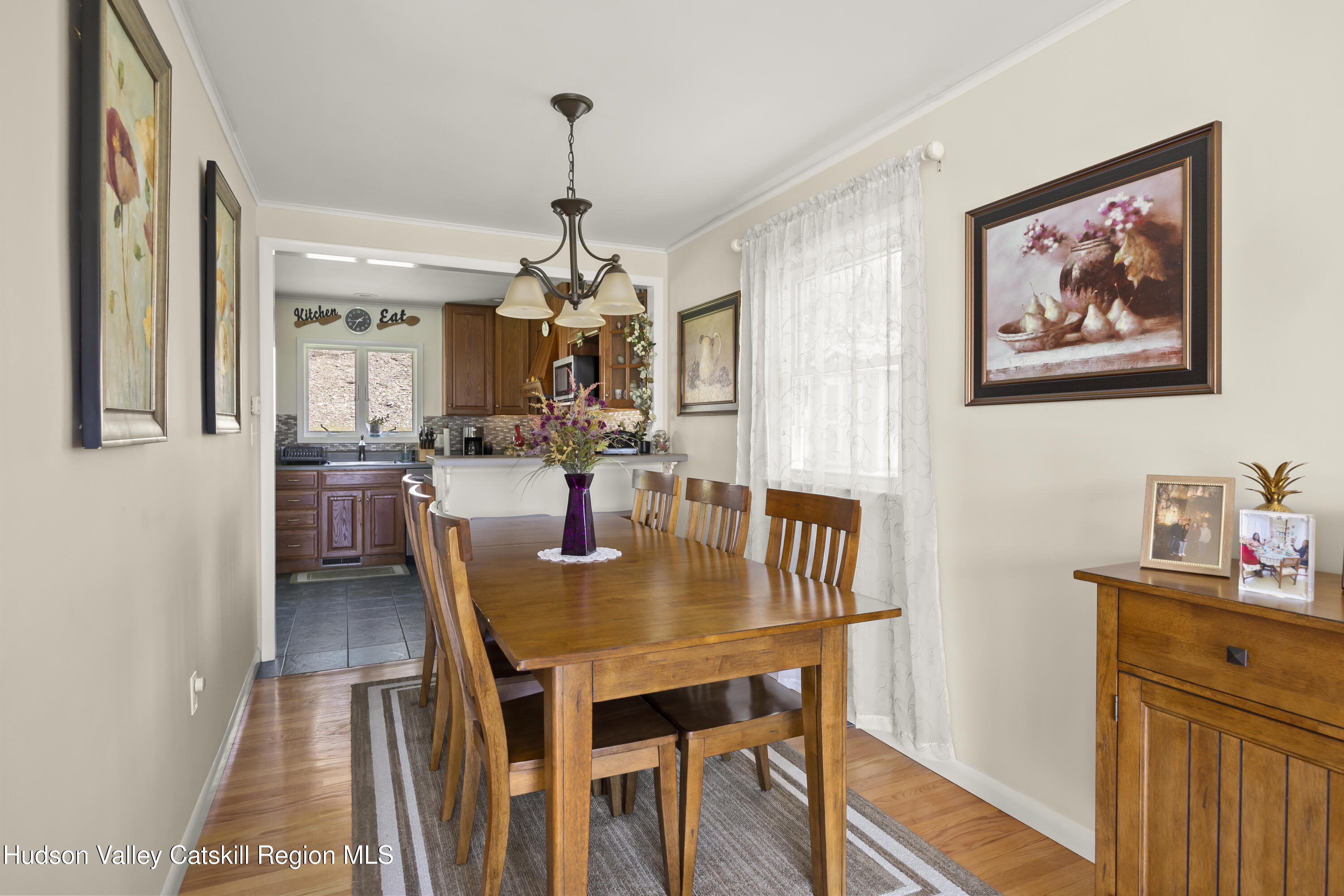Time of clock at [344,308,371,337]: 1:34
